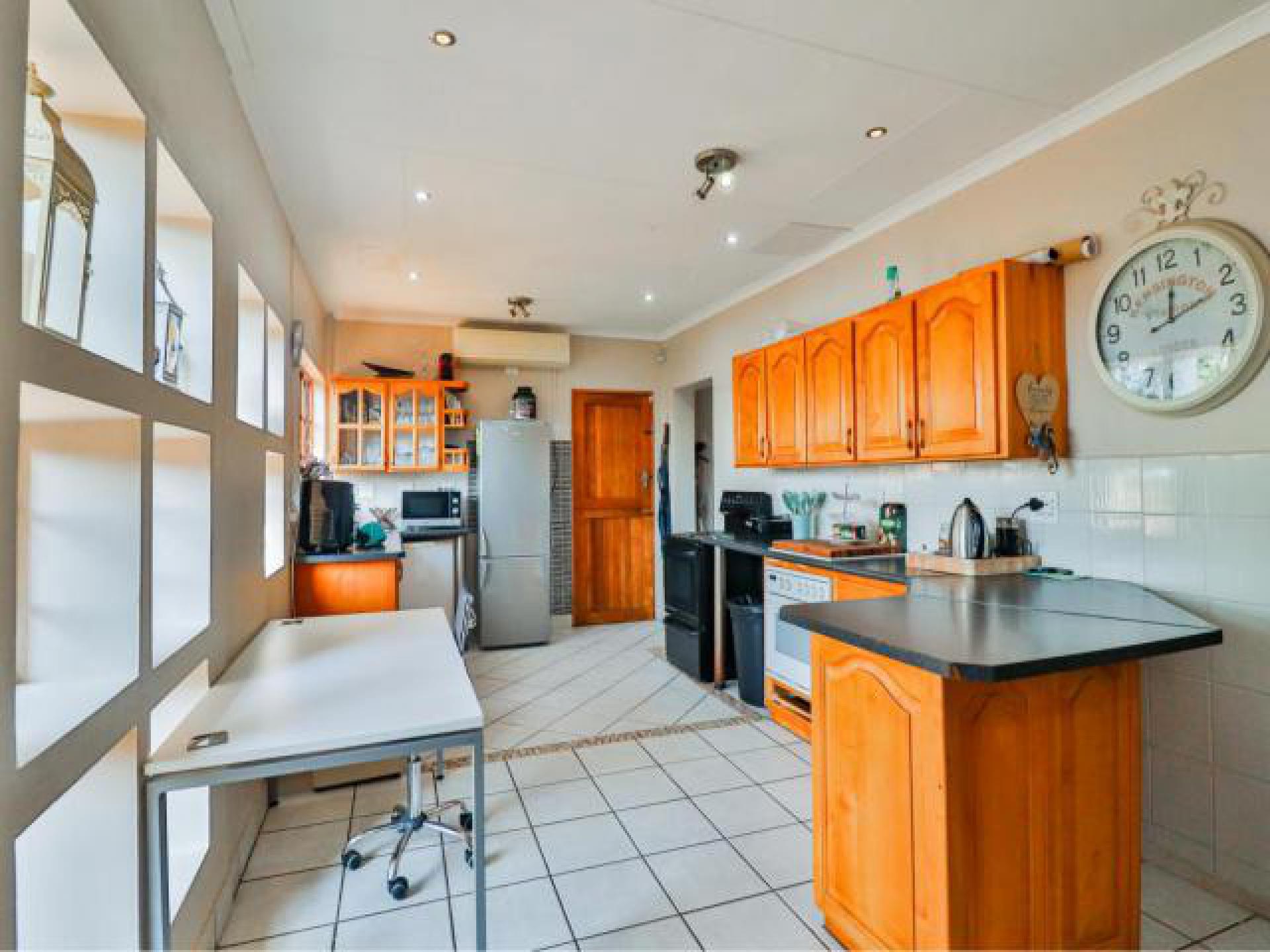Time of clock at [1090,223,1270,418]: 12:11
